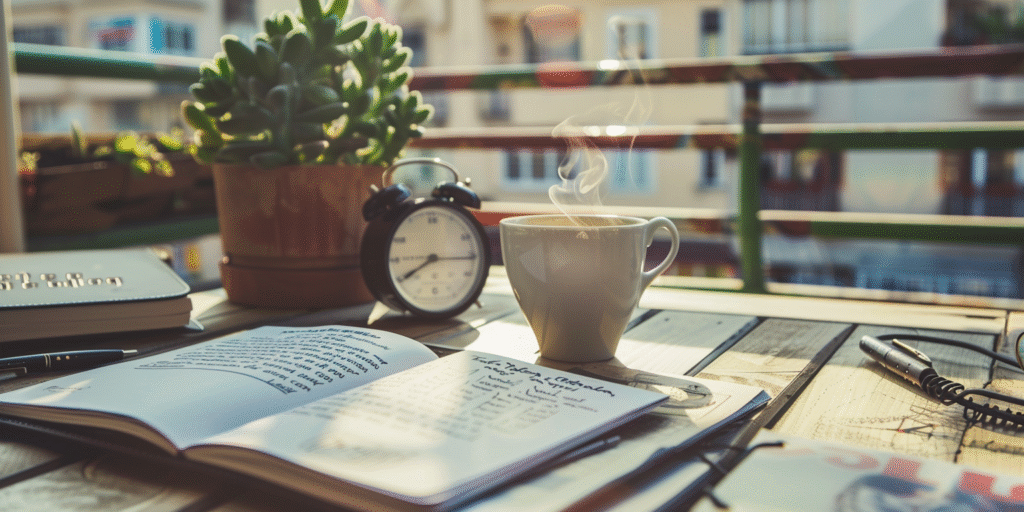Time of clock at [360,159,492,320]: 8:15
